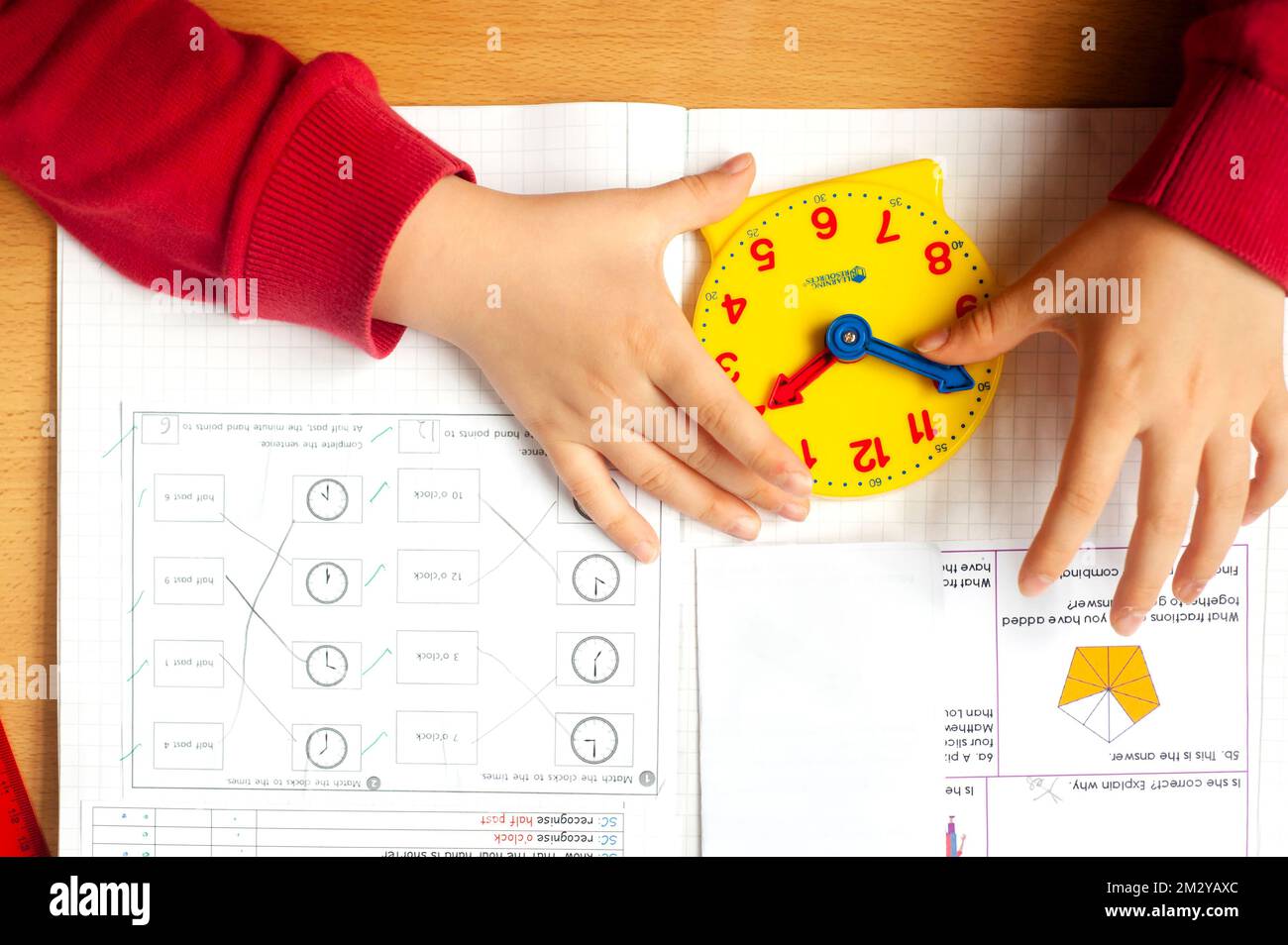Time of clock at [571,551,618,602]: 4:30
